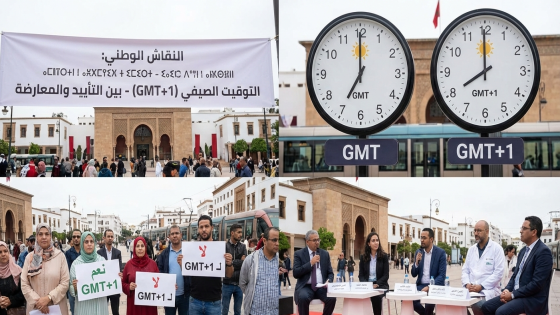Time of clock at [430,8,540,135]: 7:59
